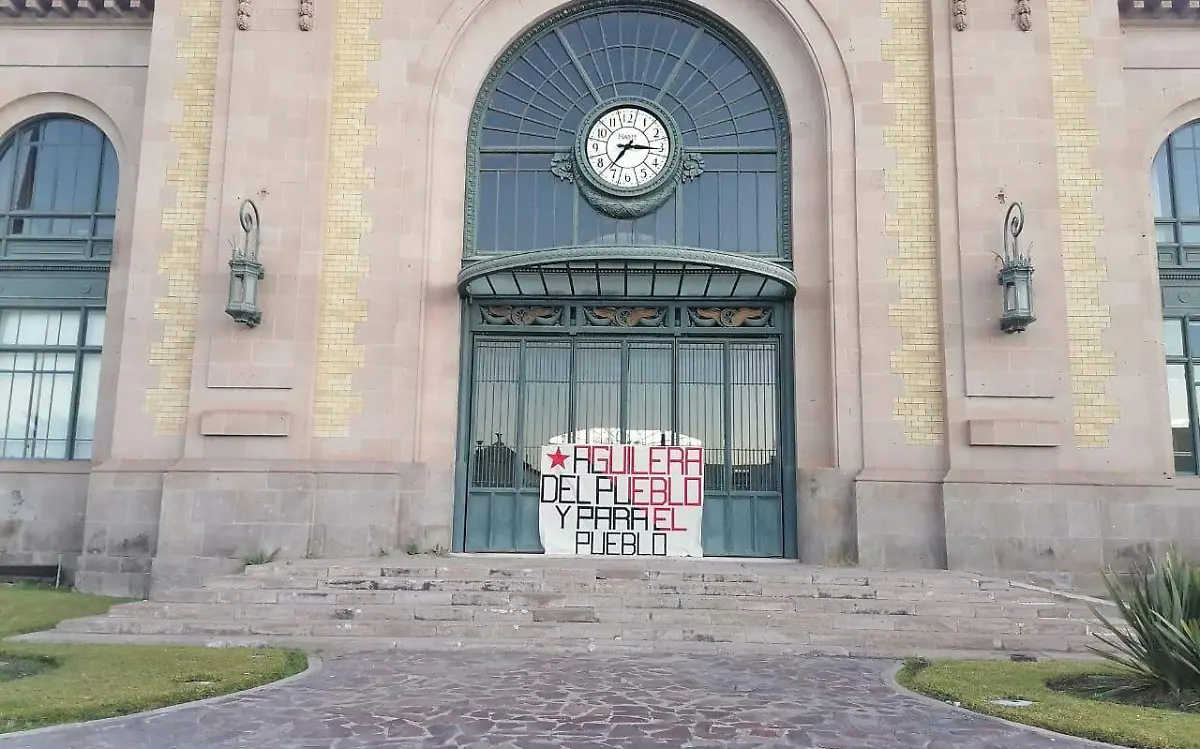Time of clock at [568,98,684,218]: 7:15
